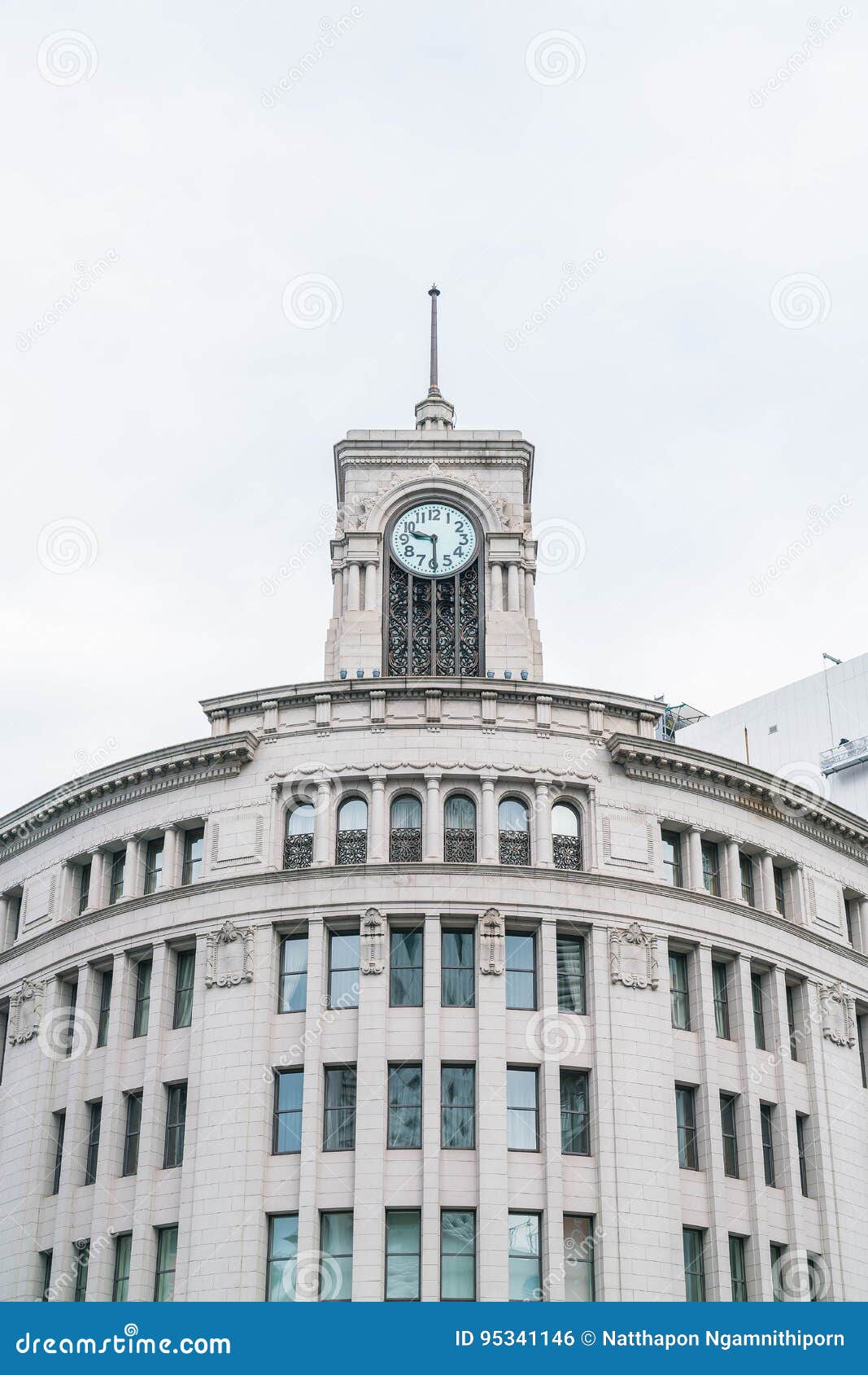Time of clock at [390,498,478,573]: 9:29
